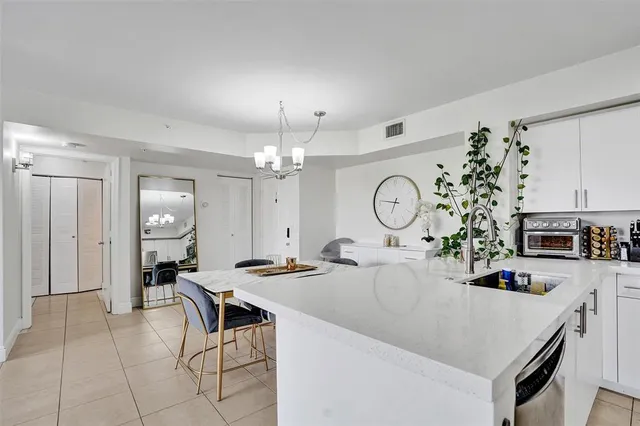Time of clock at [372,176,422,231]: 6:46
